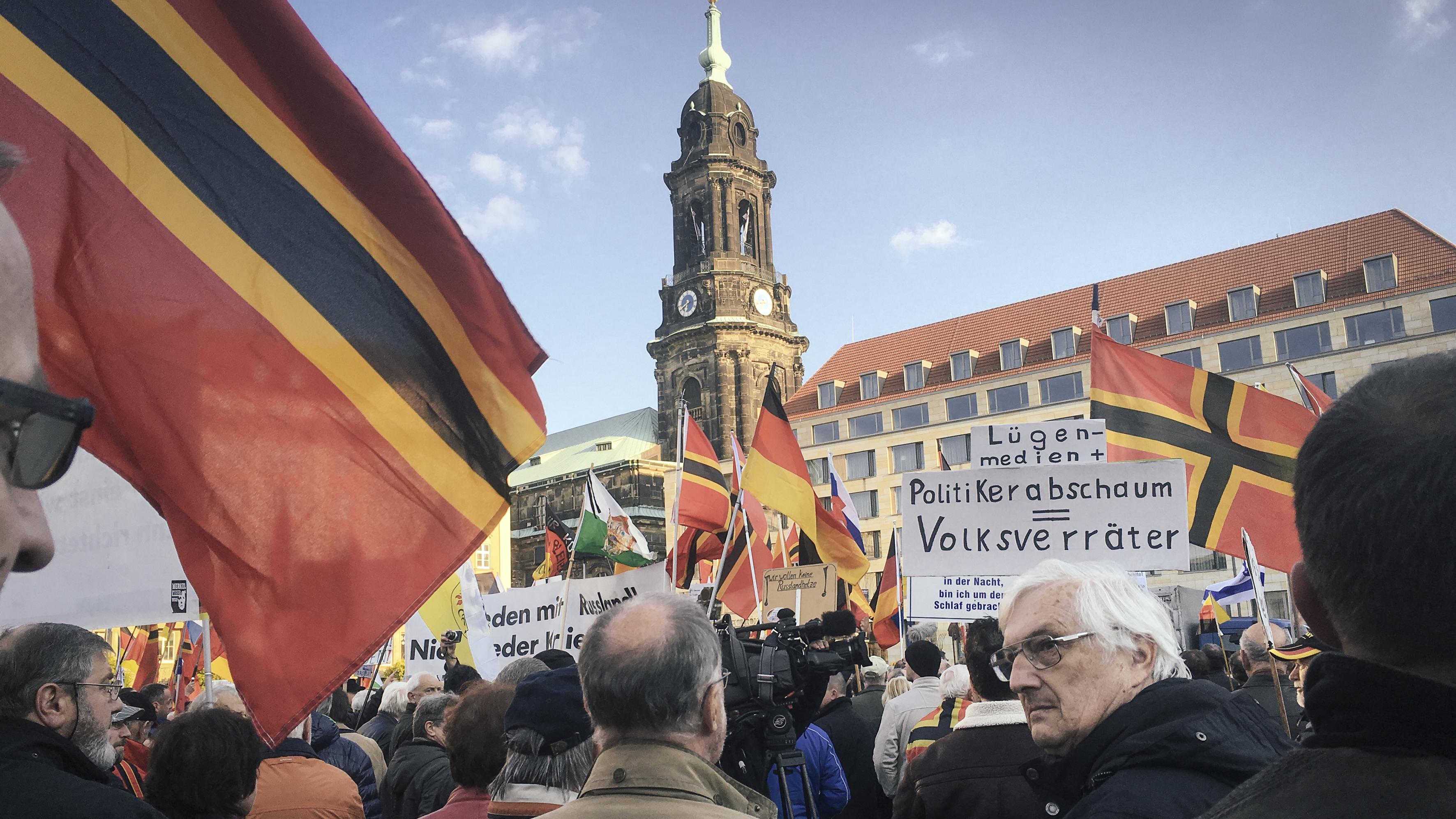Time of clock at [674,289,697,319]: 6:40
